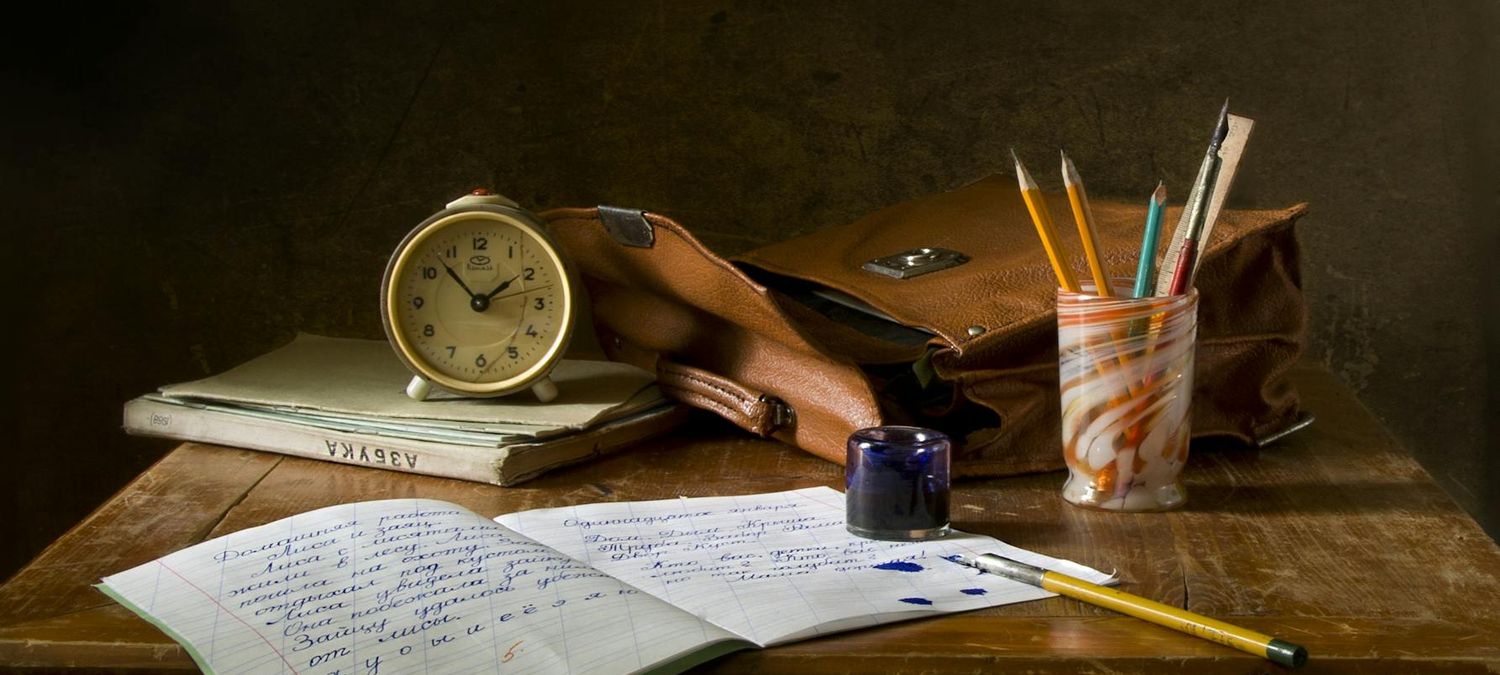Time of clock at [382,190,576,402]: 1:52
